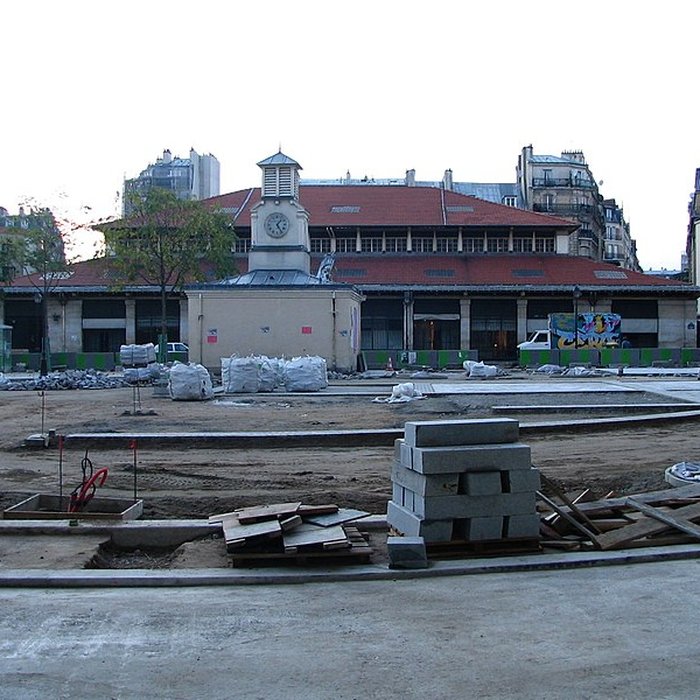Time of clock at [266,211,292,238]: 1:24
